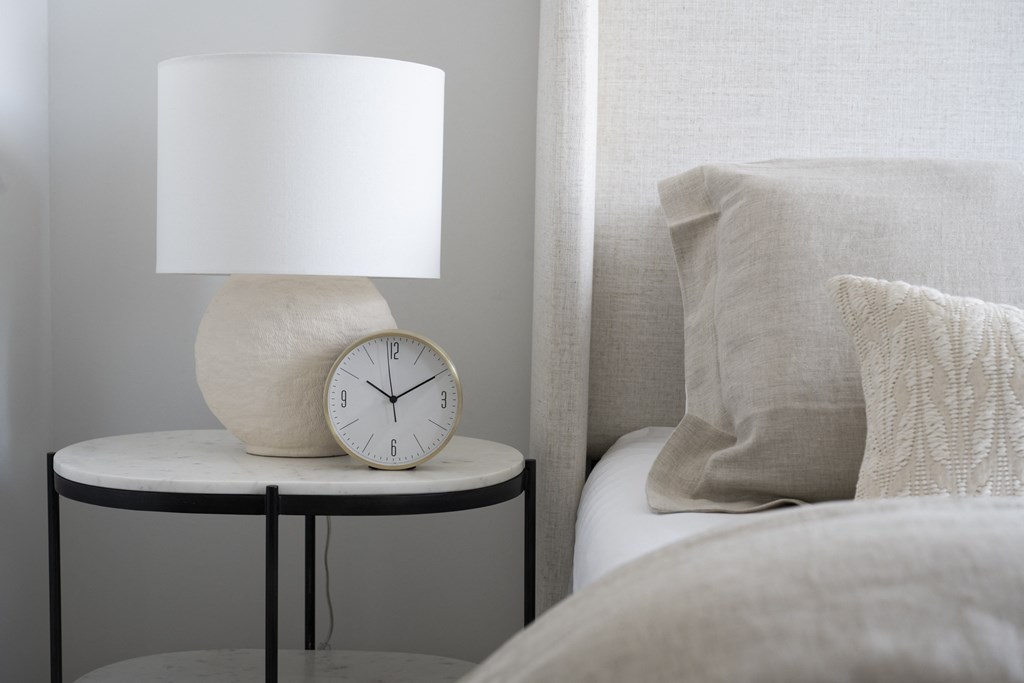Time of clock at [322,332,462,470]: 10:09
